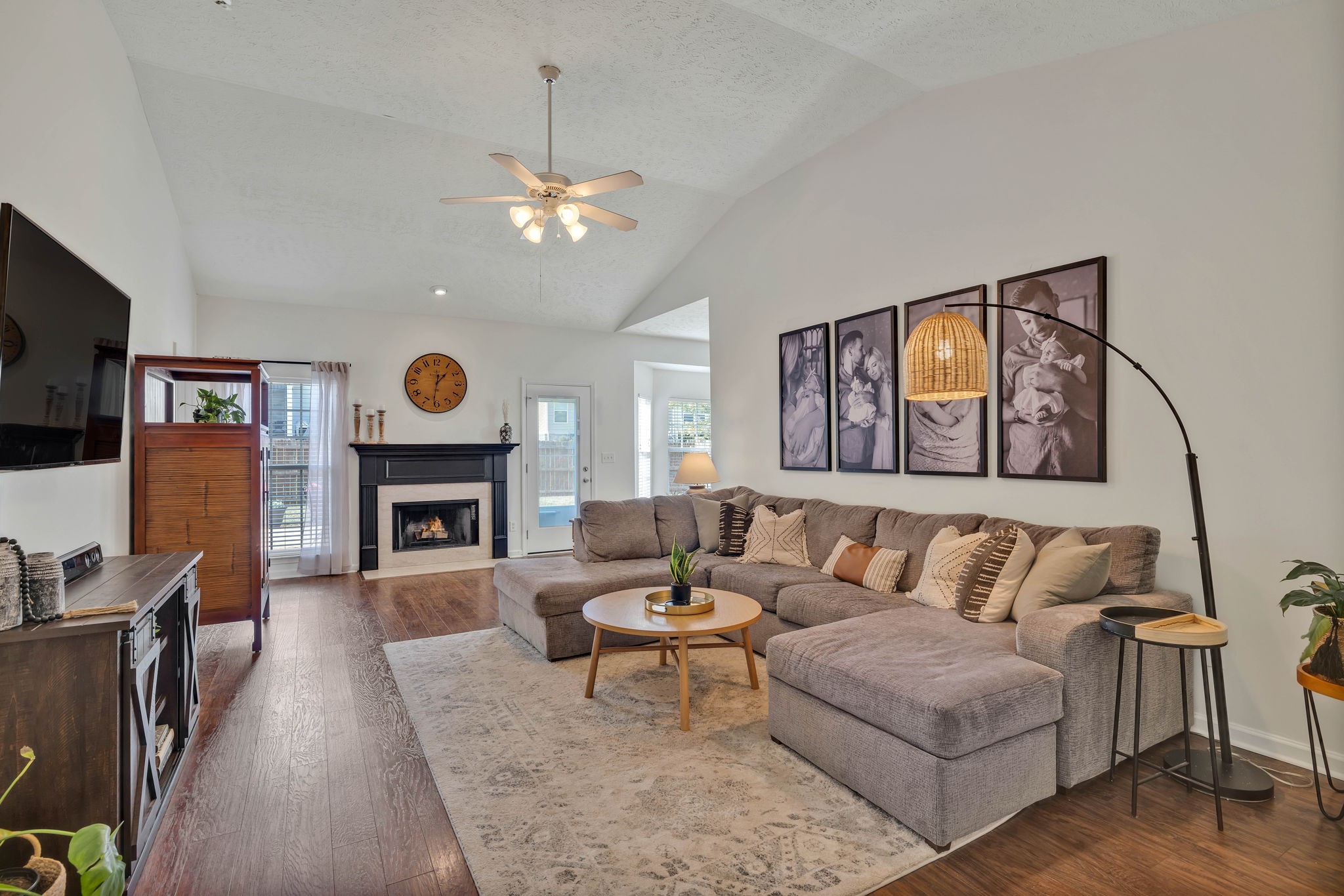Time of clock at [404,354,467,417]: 1:31
